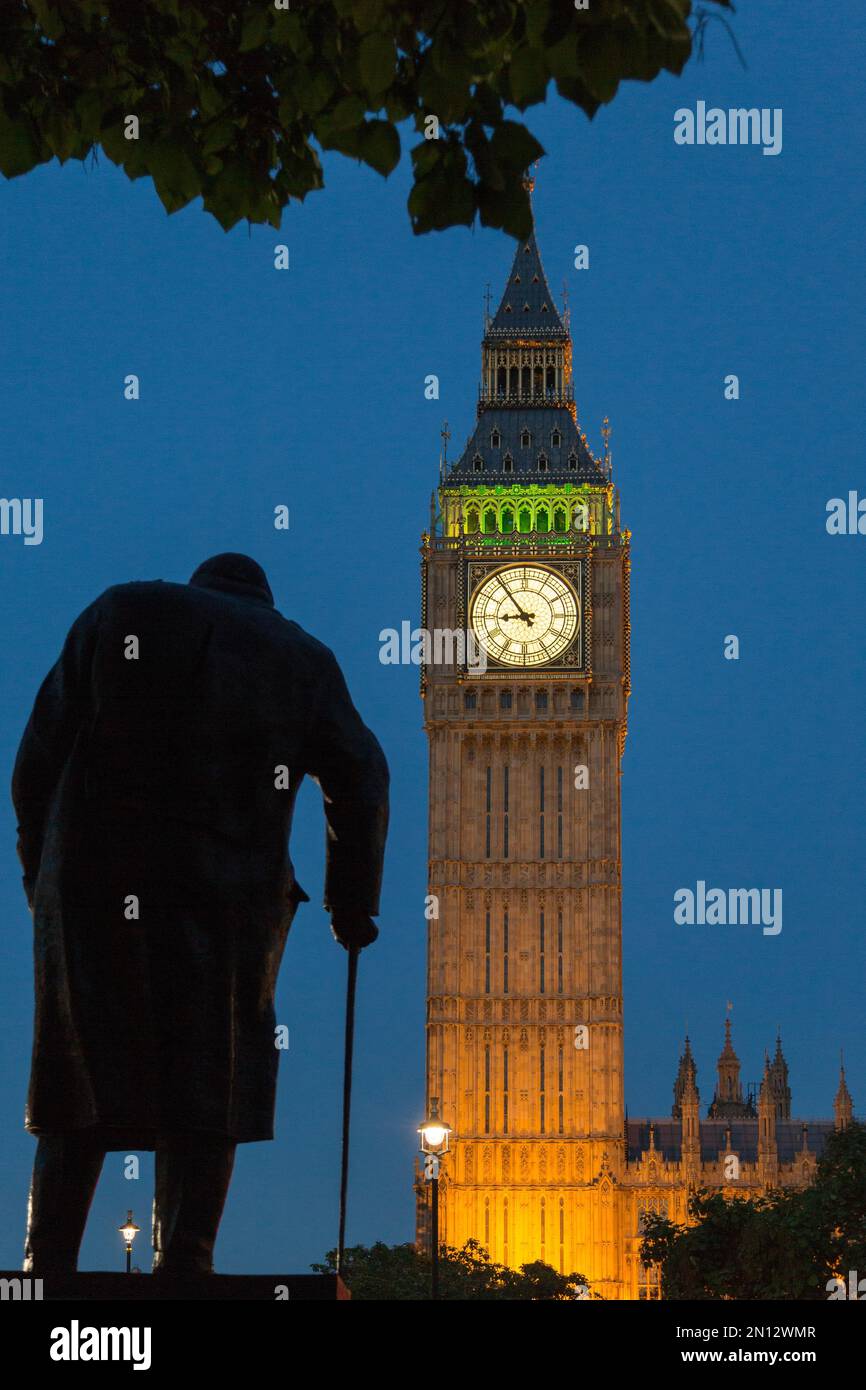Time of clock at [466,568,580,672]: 8:53
